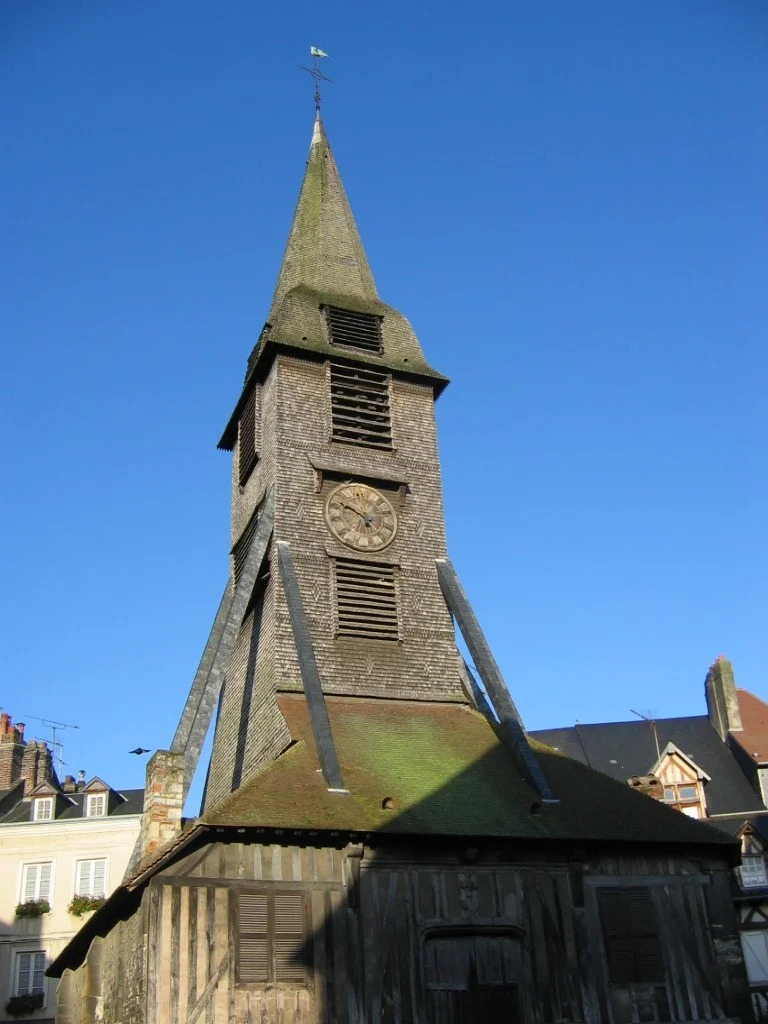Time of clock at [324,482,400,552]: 9:48
